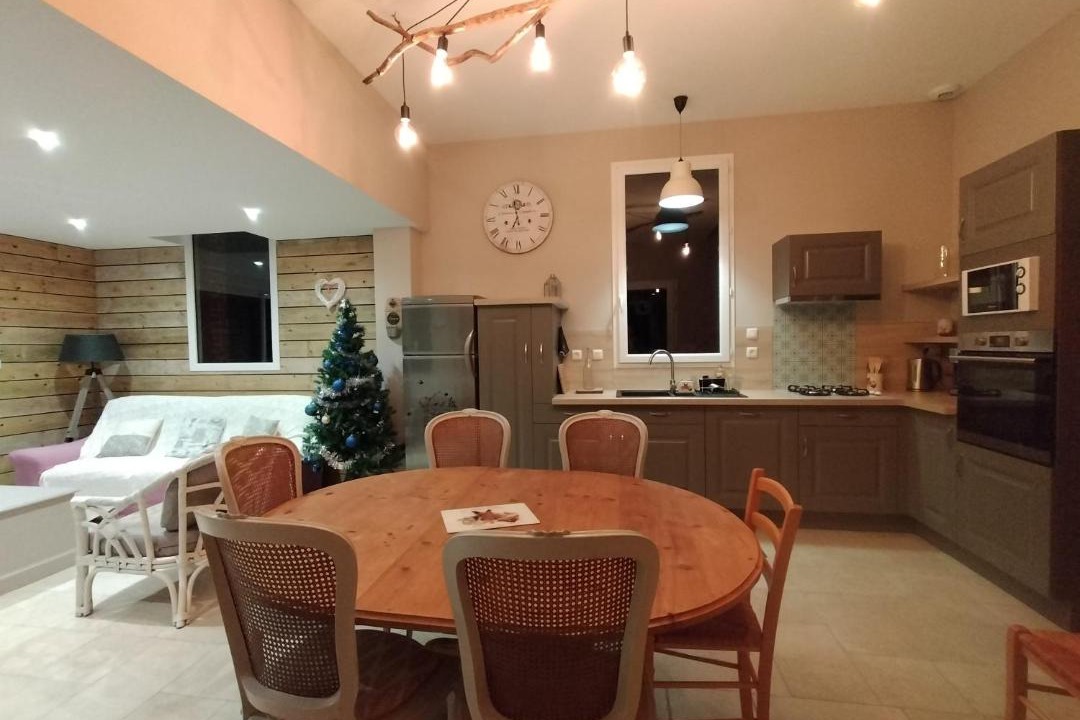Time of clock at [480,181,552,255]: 6:58
